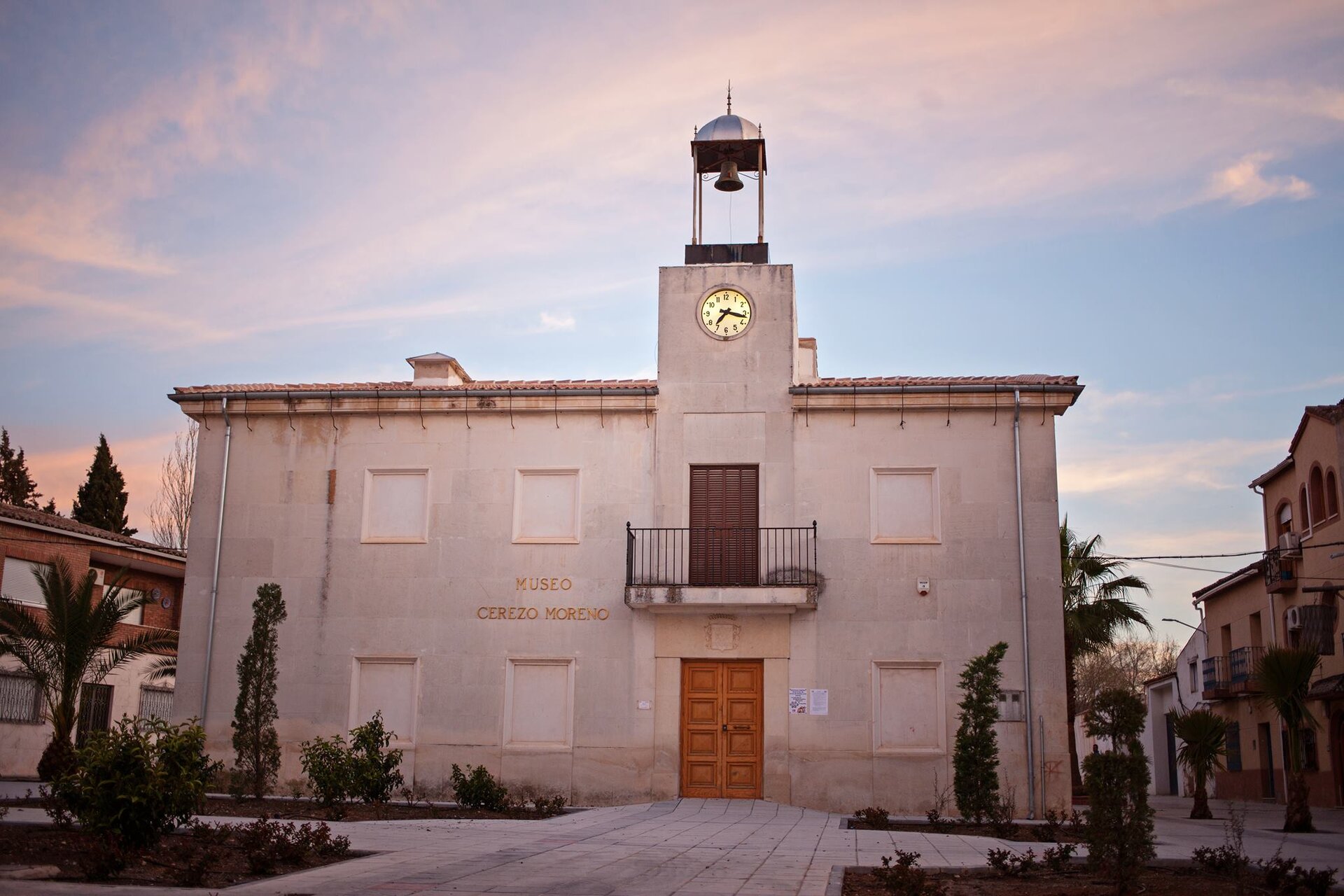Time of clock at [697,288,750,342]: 7:17
